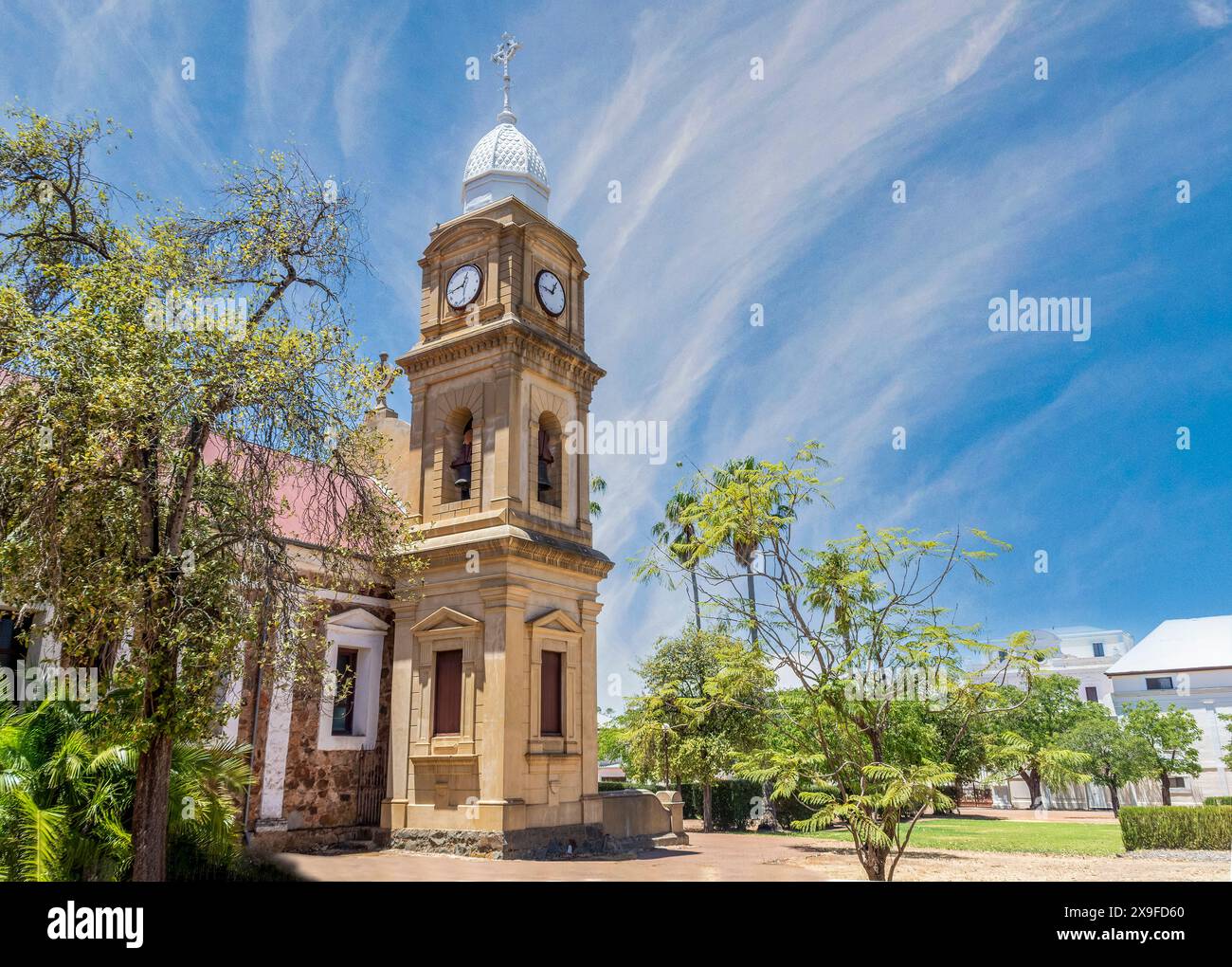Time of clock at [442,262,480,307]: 12:43
